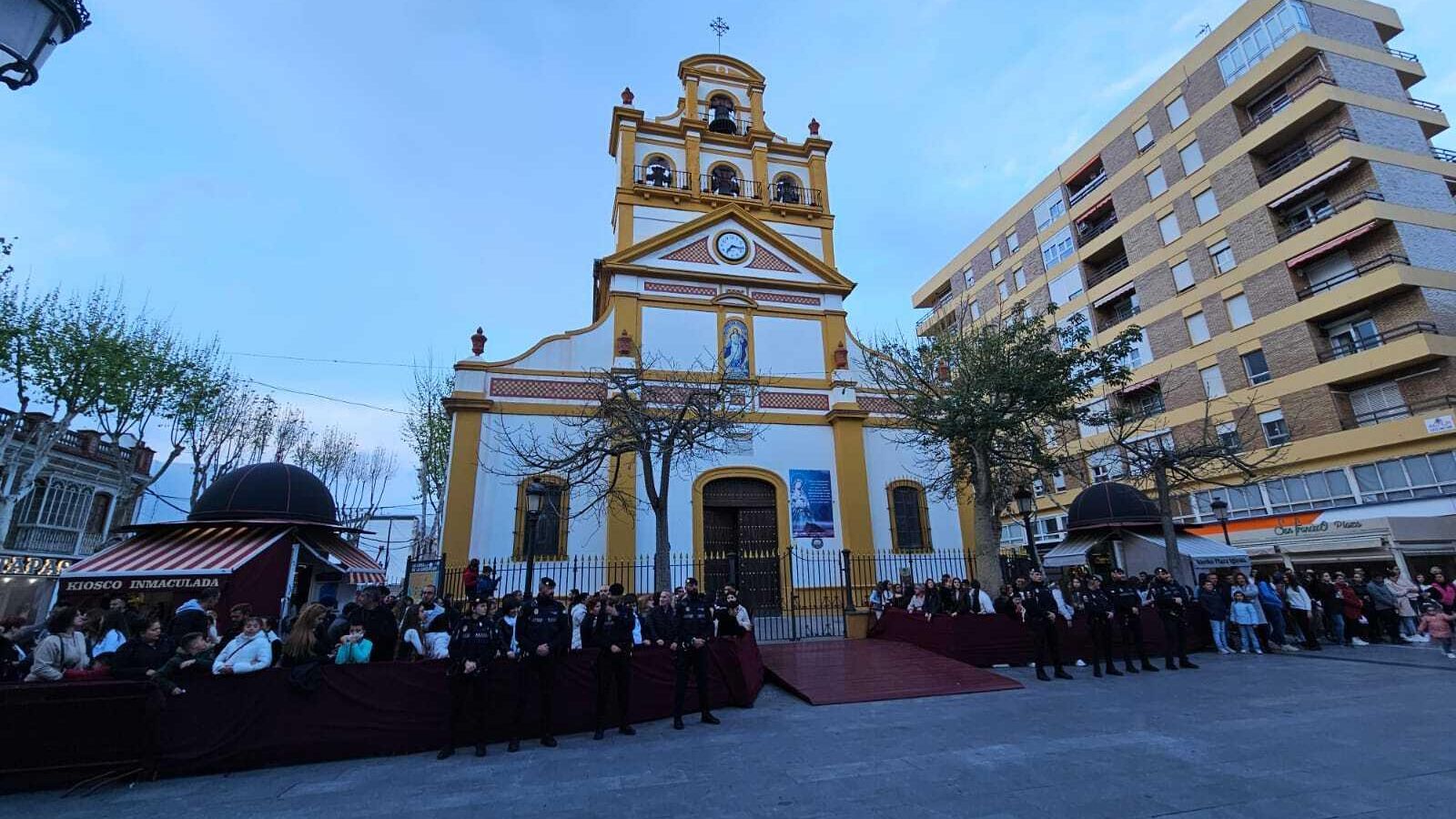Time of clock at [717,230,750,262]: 7:16
